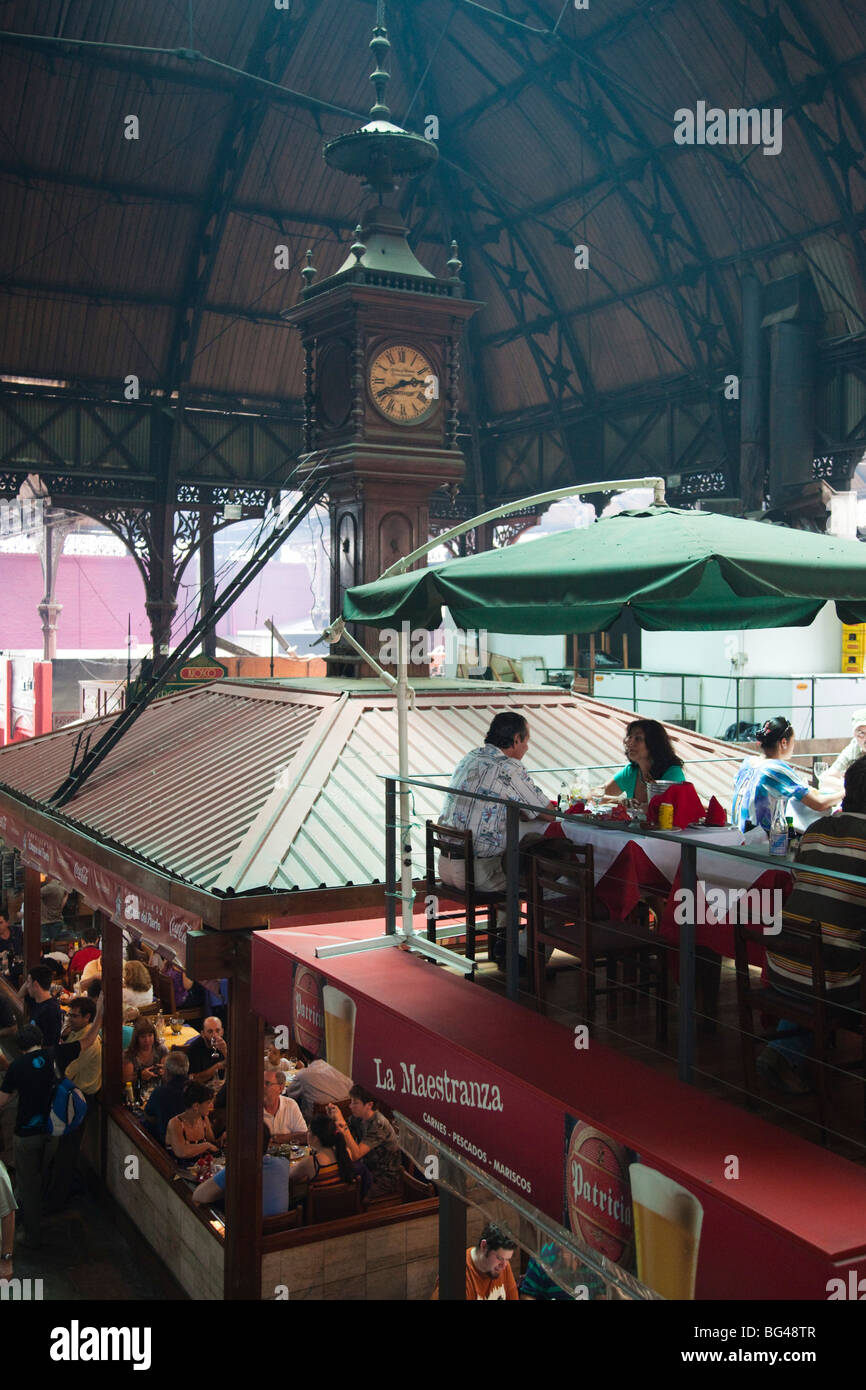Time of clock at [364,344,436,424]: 2:40
